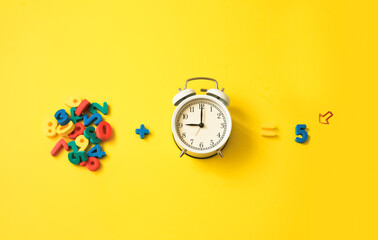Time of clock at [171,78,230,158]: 9:00
